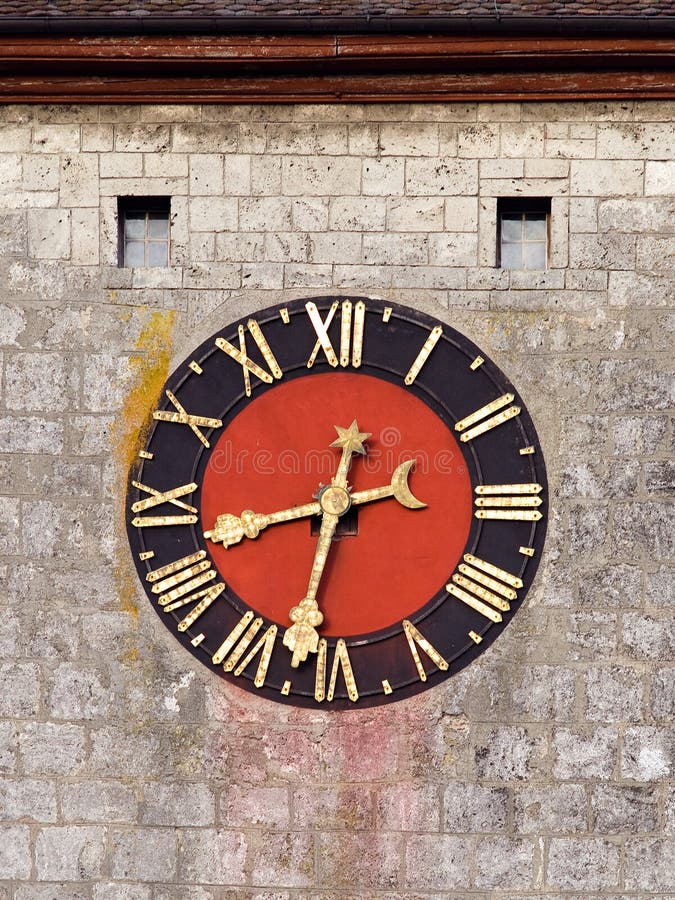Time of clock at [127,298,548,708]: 8:32
